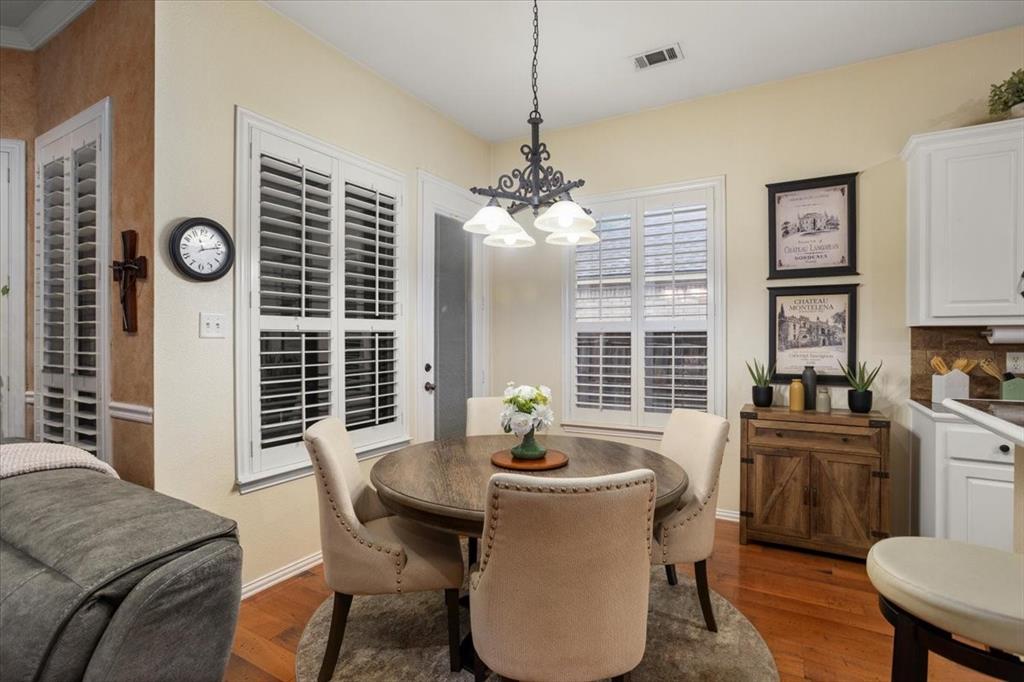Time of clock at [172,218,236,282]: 11:12
